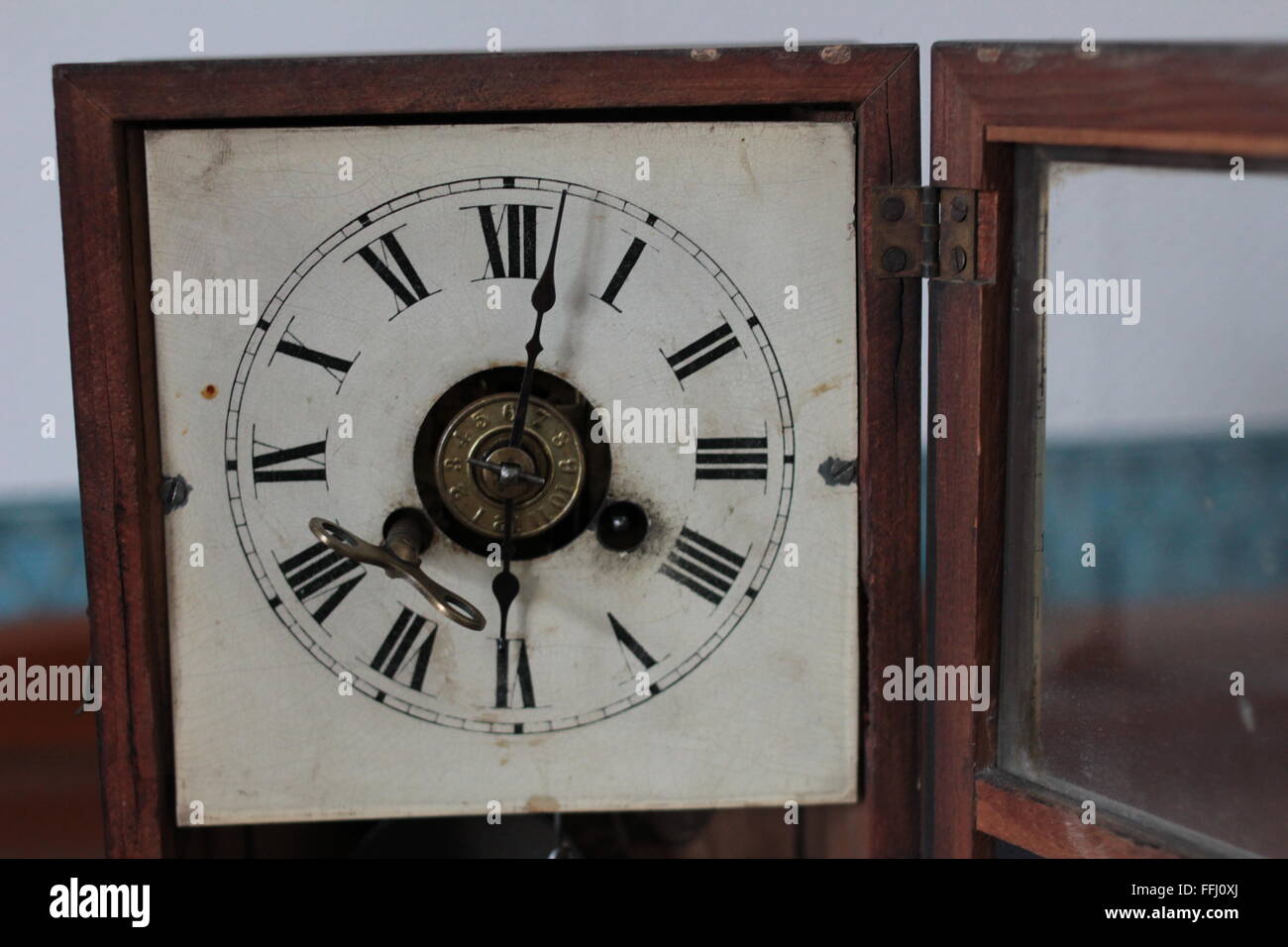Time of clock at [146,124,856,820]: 6:02
